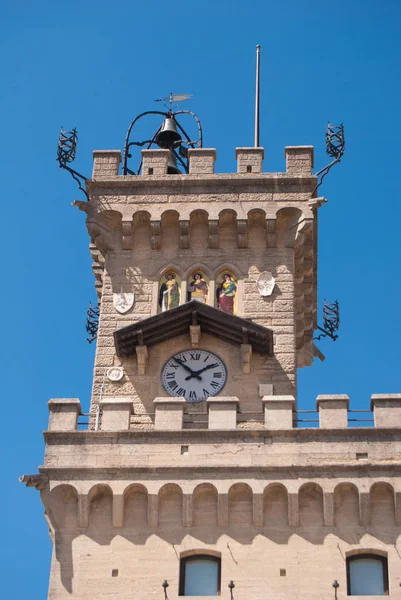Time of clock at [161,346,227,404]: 1:52
